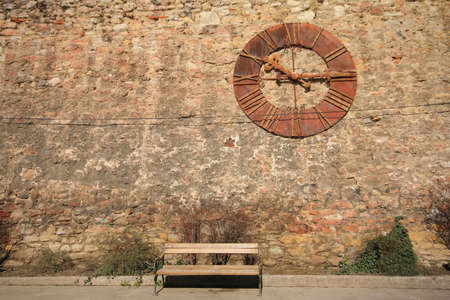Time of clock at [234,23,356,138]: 10:14
